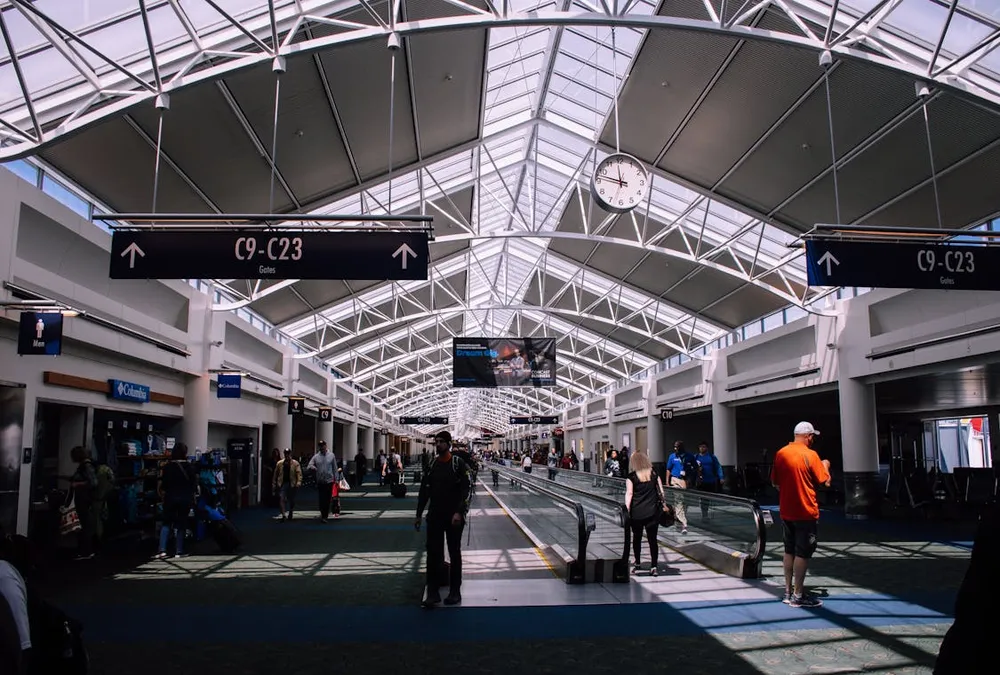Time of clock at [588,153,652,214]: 11:47
